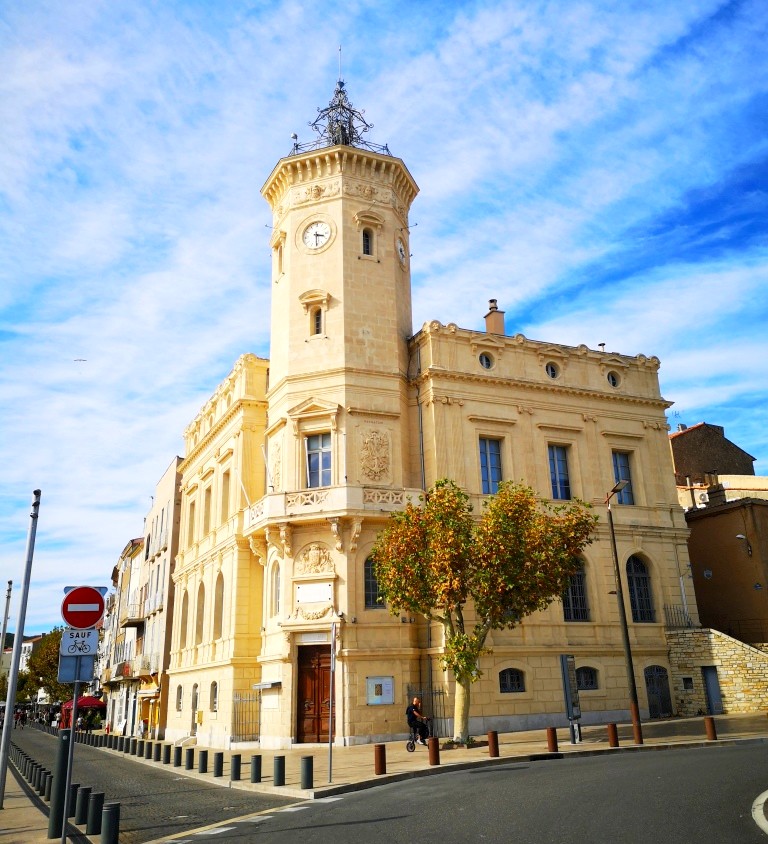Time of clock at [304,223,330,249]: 3:30
